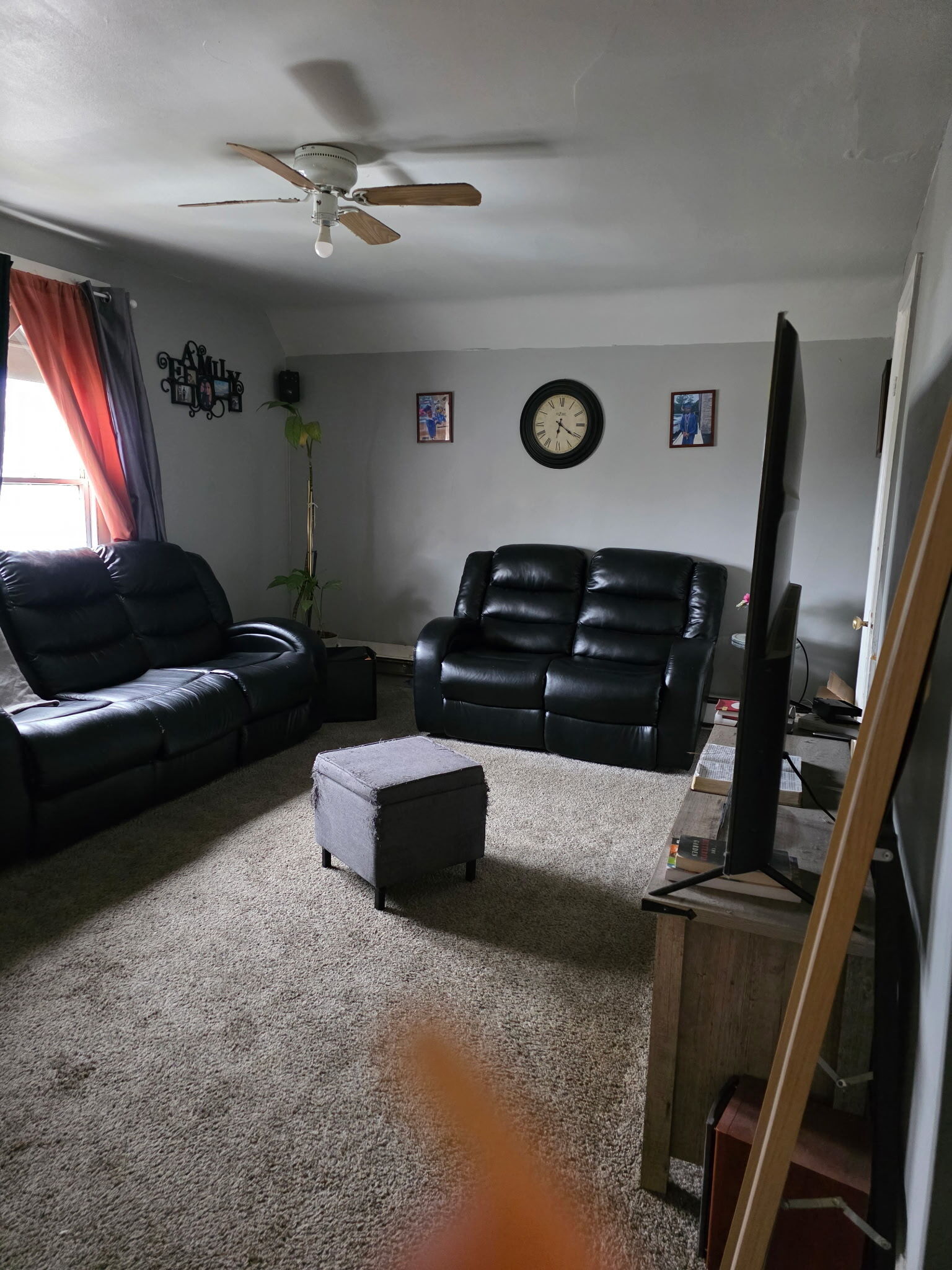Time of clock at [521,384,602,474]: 6:20
